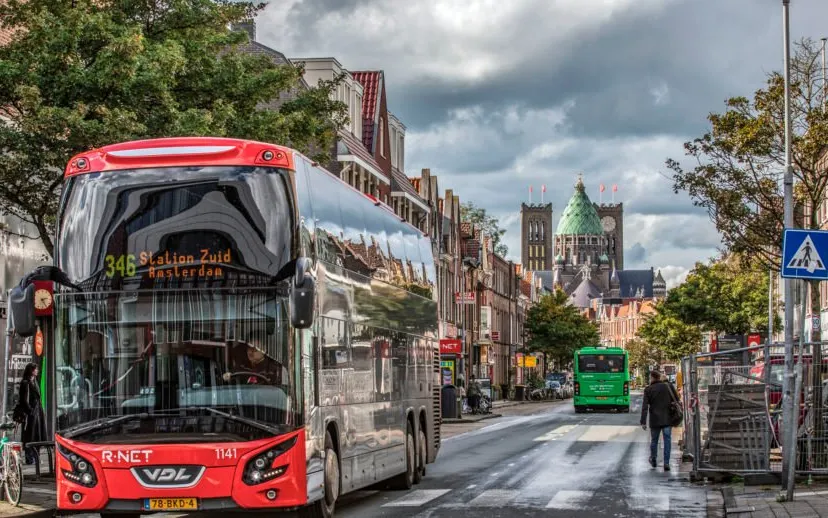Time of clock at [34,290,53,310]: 2:25
